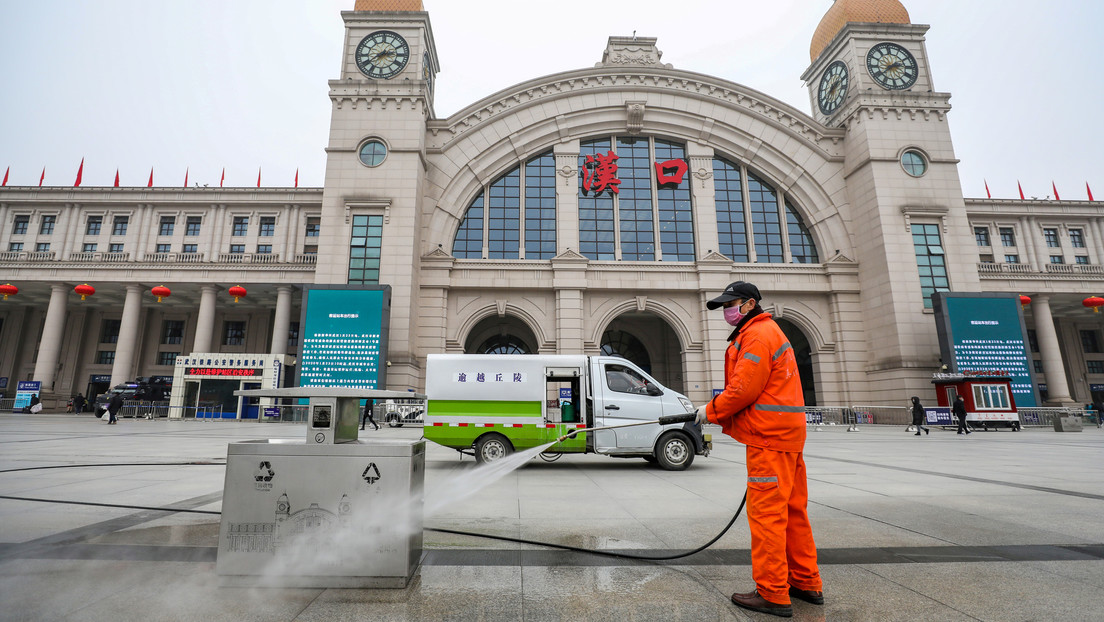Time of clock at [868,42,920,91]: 2:38
